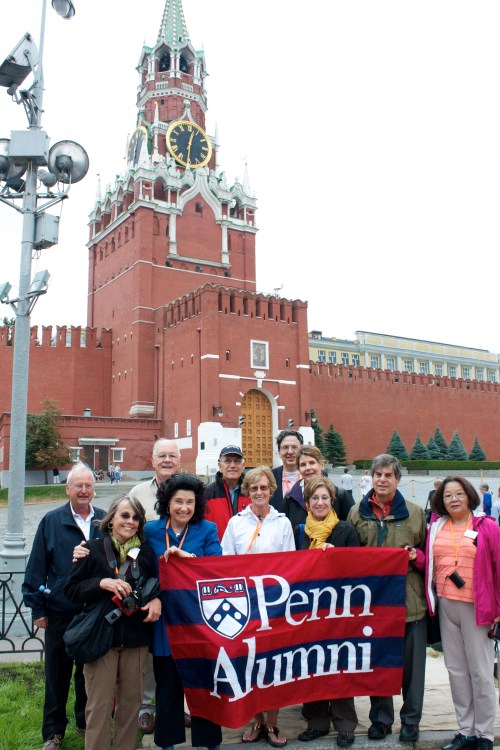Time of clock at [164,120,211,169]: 12:30
